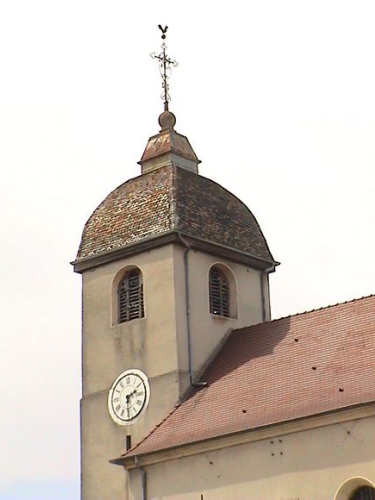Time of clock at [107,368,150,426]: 2:29
